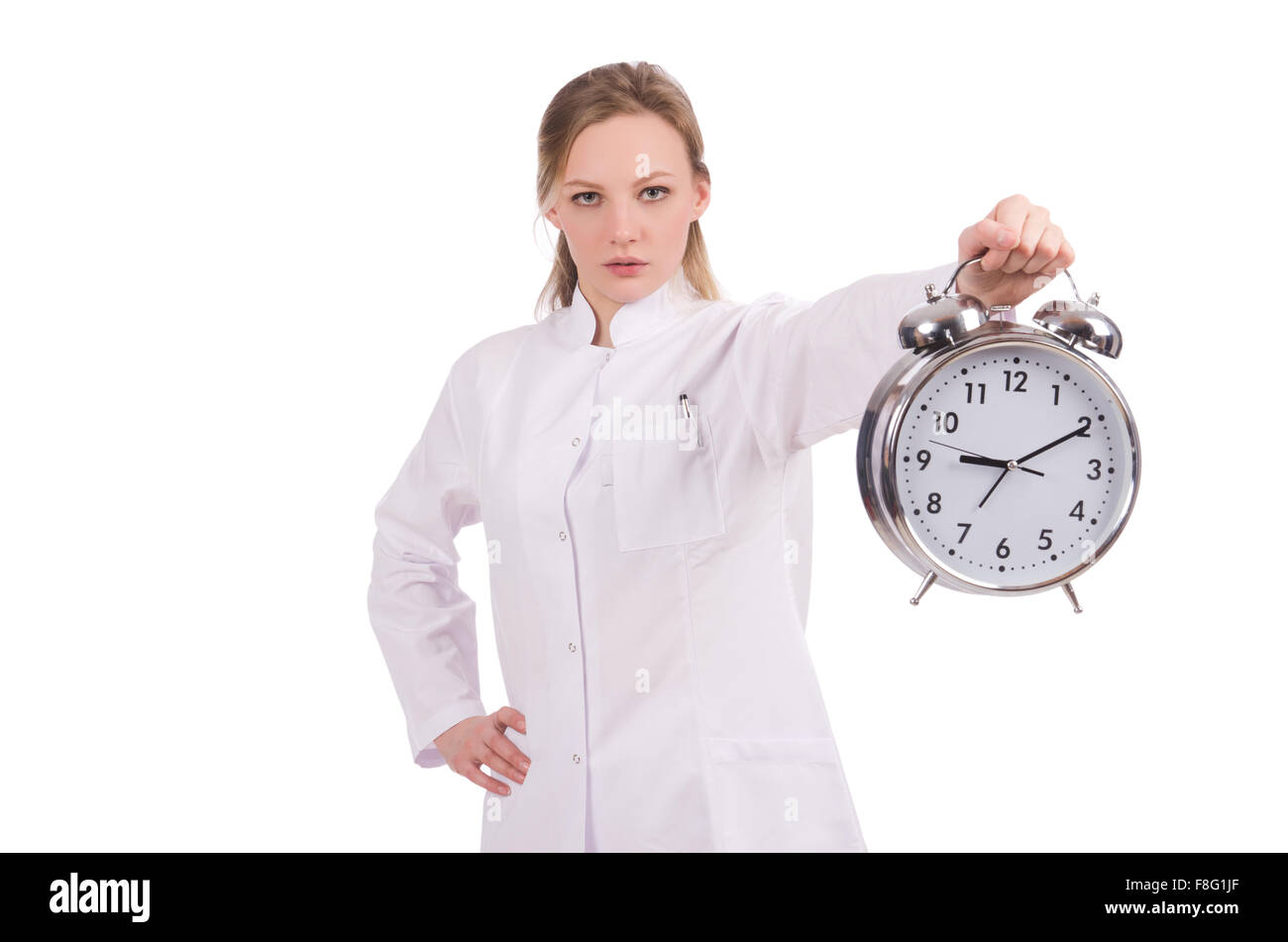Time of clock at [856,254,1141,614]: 9:10
